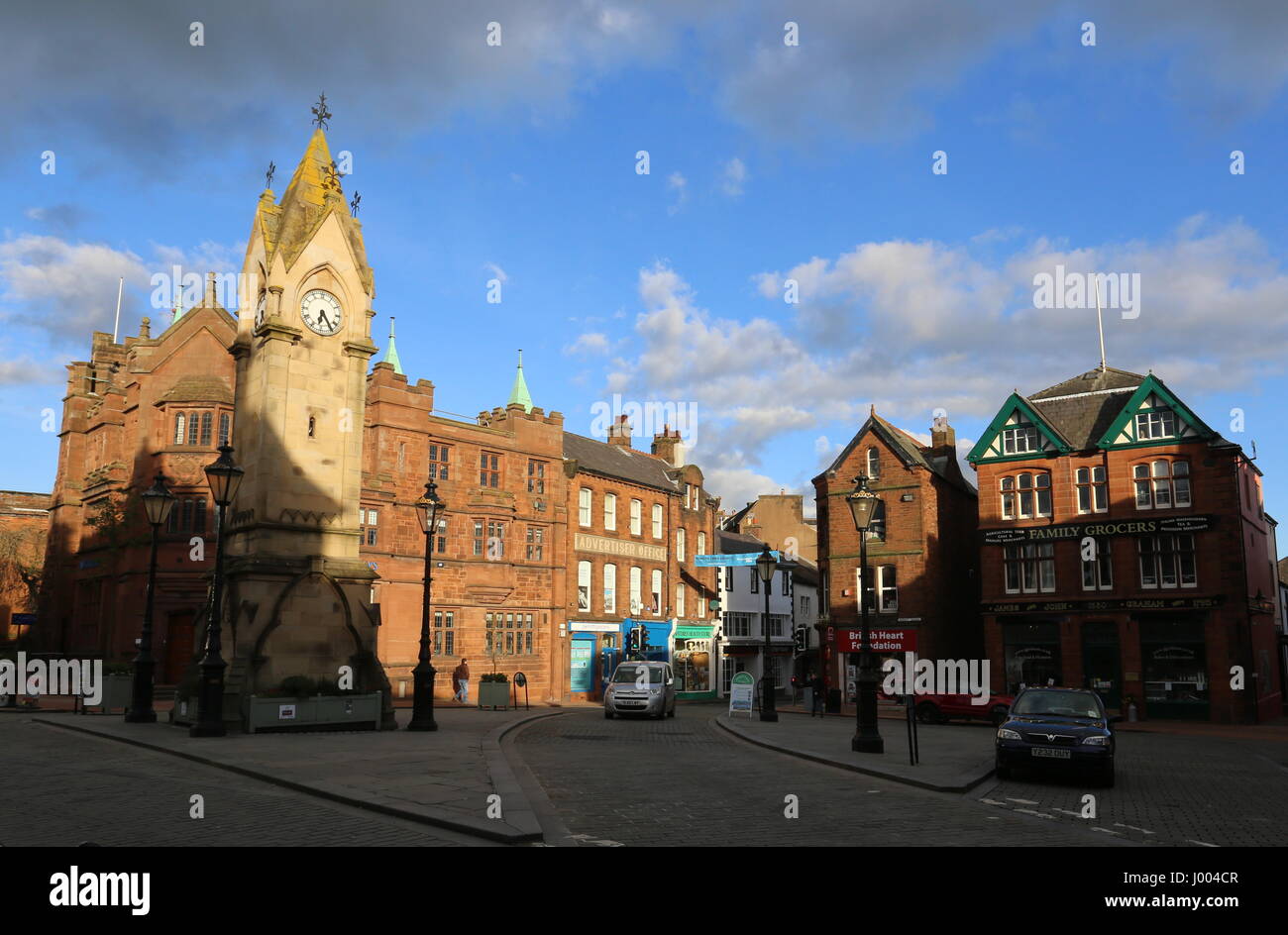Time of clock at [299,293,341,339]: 6:24
